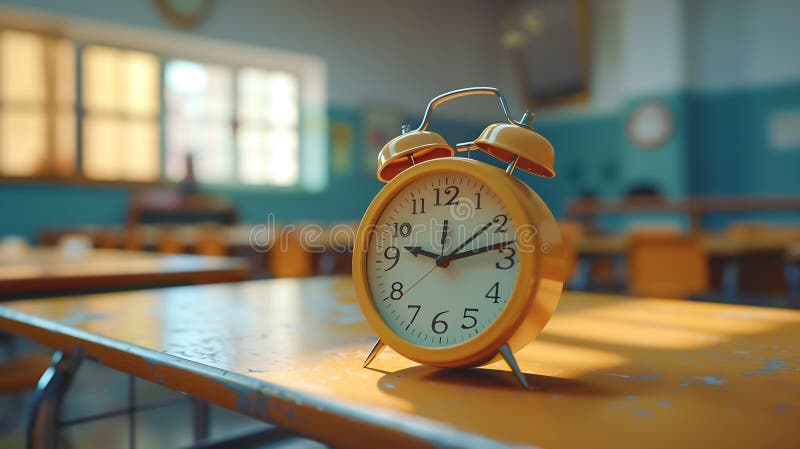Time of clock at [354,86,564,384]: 9:13
